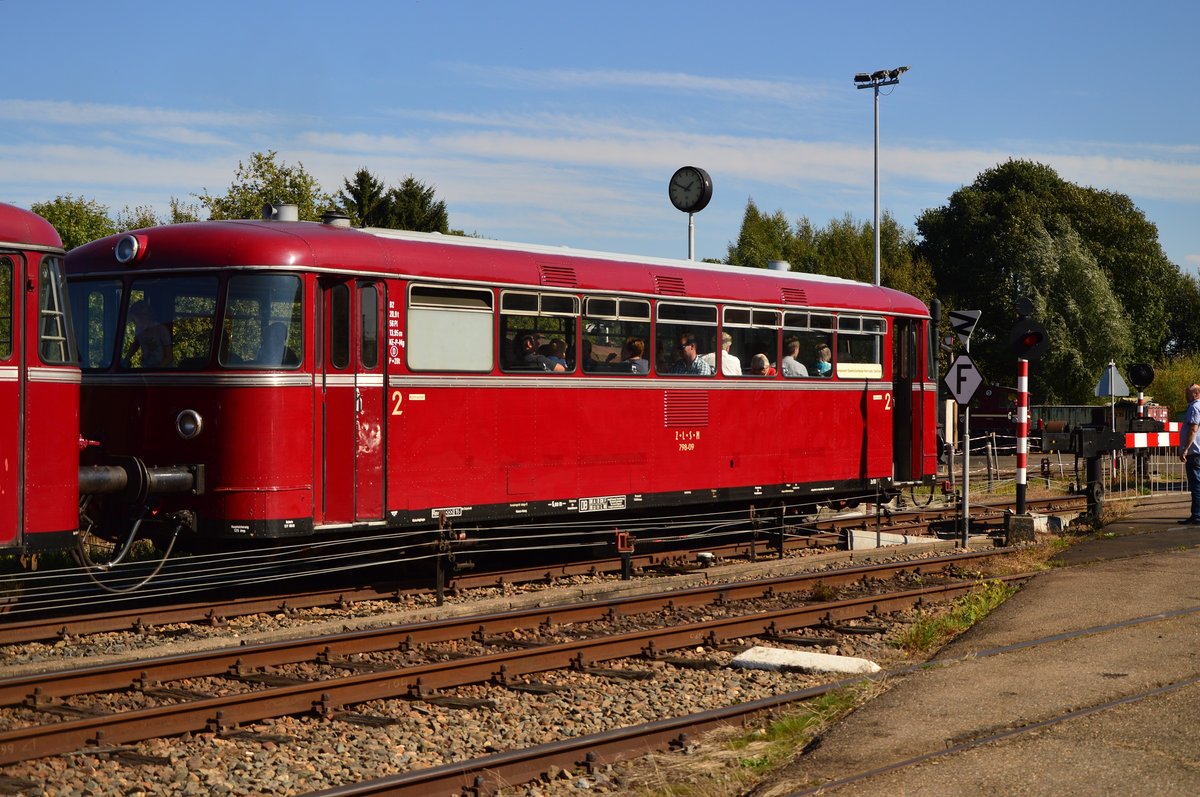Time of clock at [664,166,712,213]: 1:49
